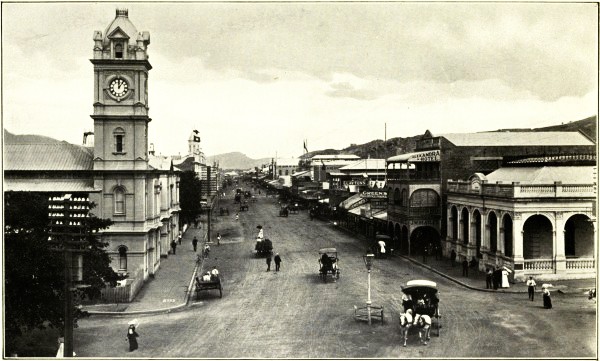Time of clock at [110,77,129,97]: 12:06
